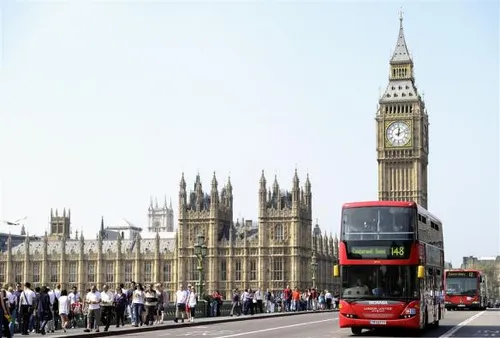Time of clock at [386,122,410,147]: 12:11
